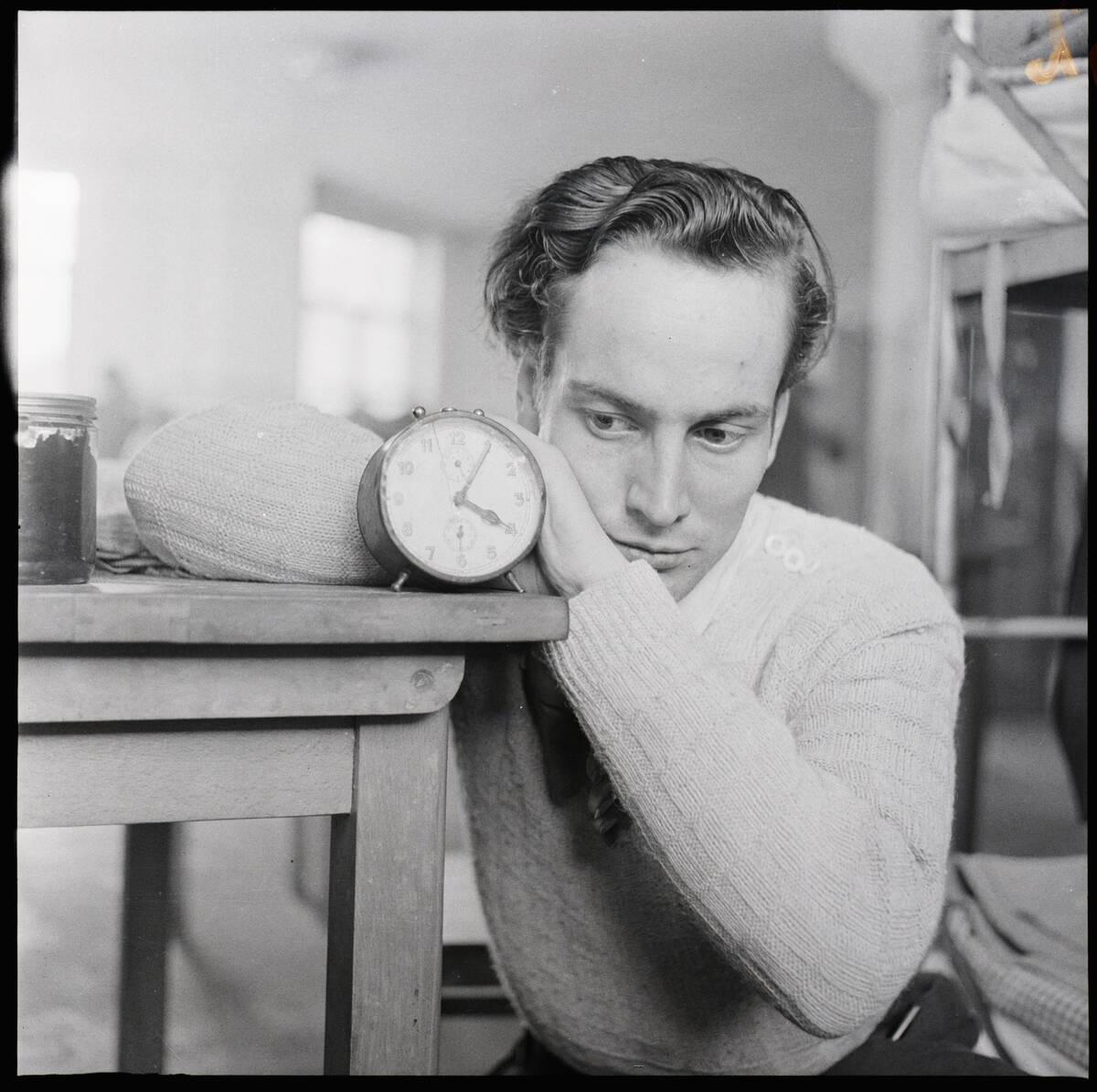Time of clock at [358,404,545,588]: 4:05
